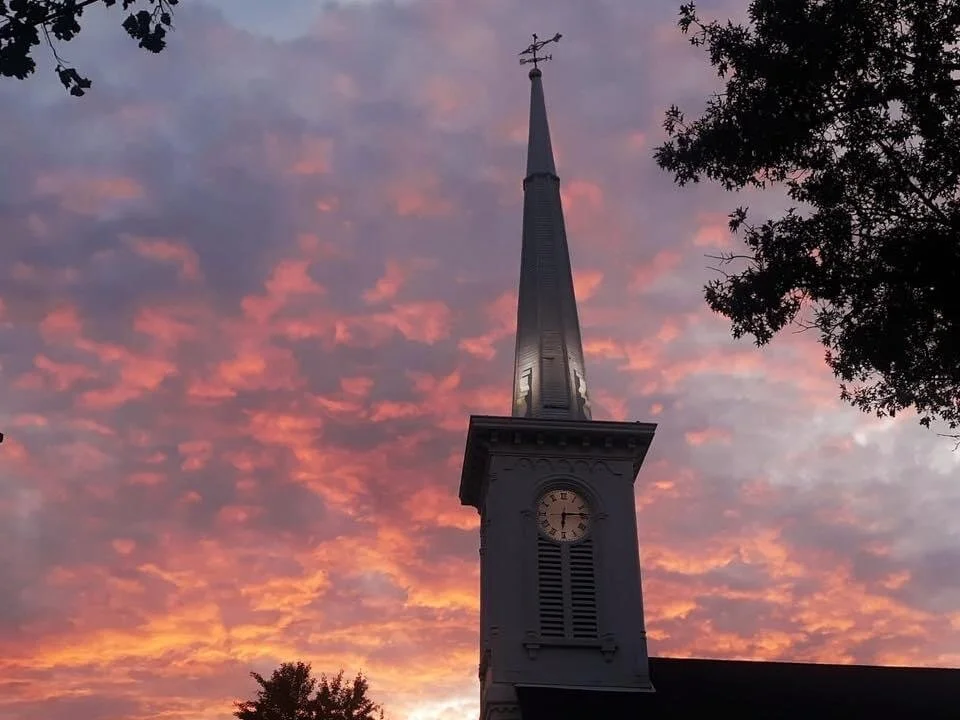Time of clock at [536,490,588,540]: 6:14
